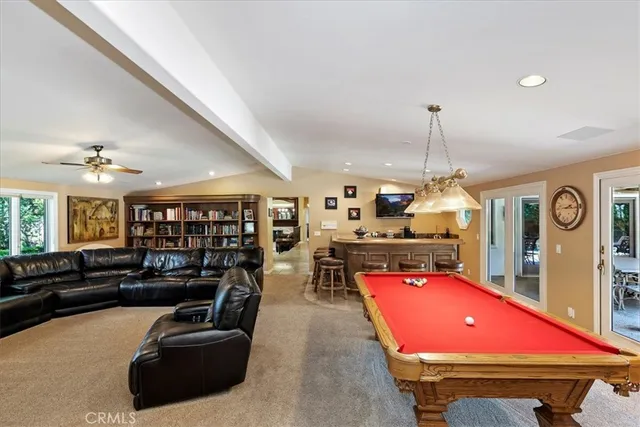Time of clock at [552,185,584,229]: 2:15
